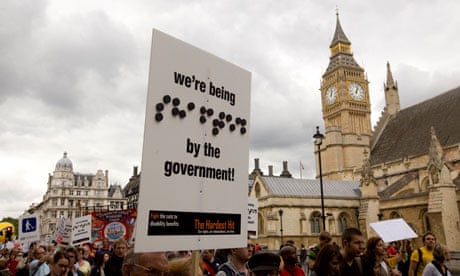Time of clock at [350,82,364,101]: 1:02
